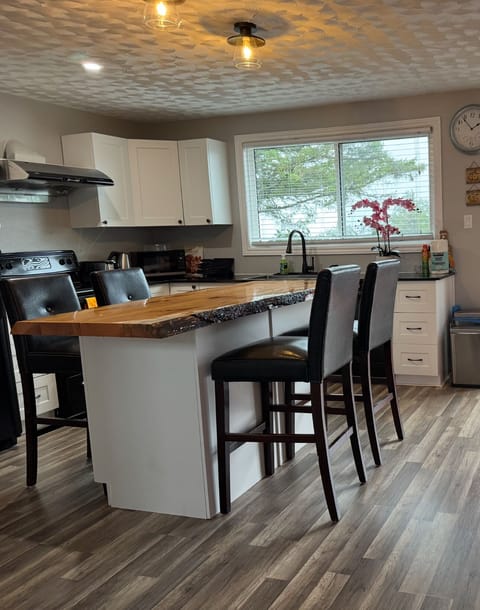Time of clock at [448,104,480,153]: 1:53
